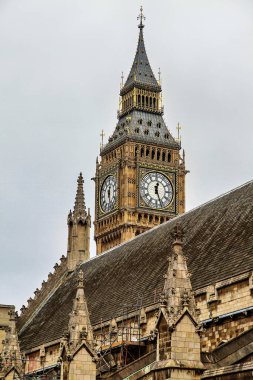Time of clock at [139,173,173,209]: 12:26
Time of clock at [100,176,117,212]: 12:28
